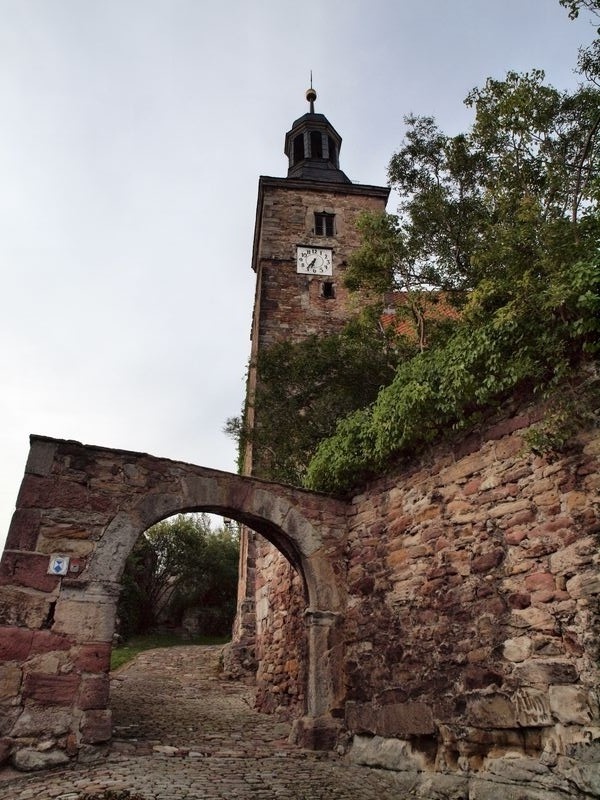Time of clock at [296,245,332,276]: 6:36
